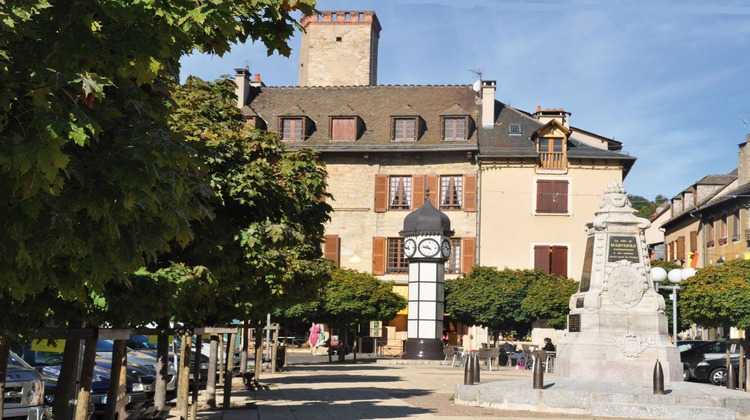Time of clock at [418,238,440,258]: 10:47
